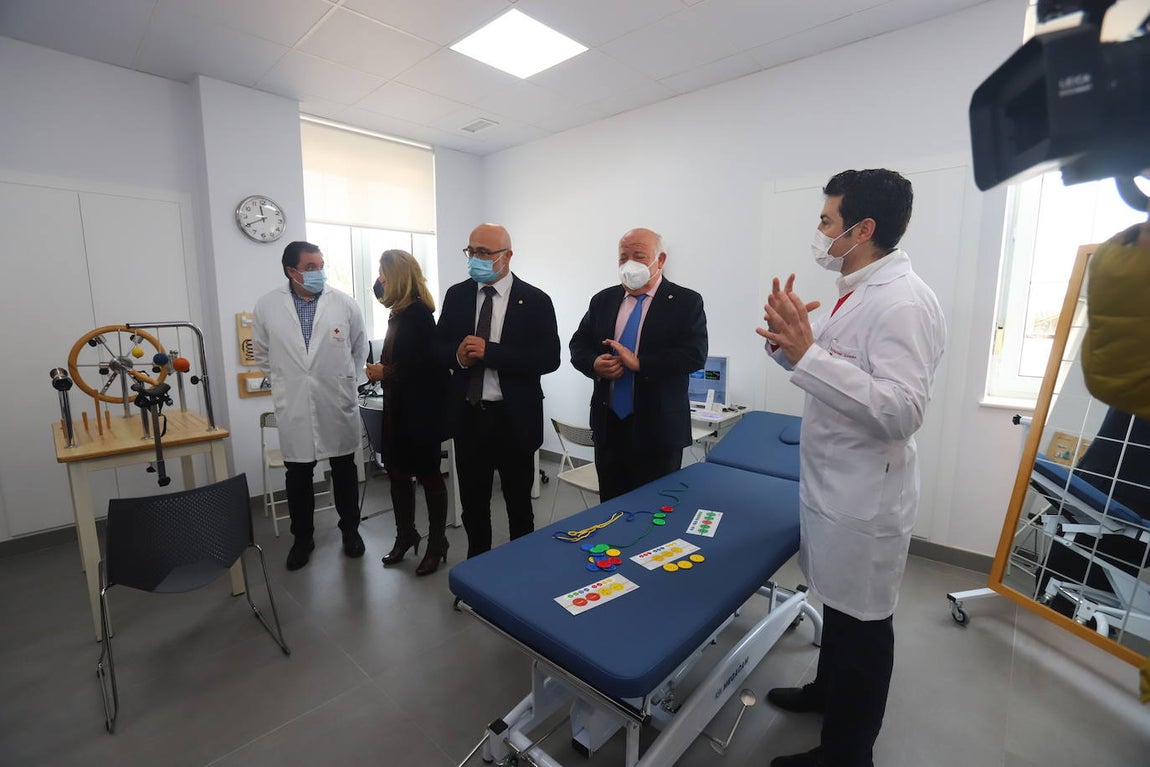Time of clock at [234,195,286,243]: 11:40
